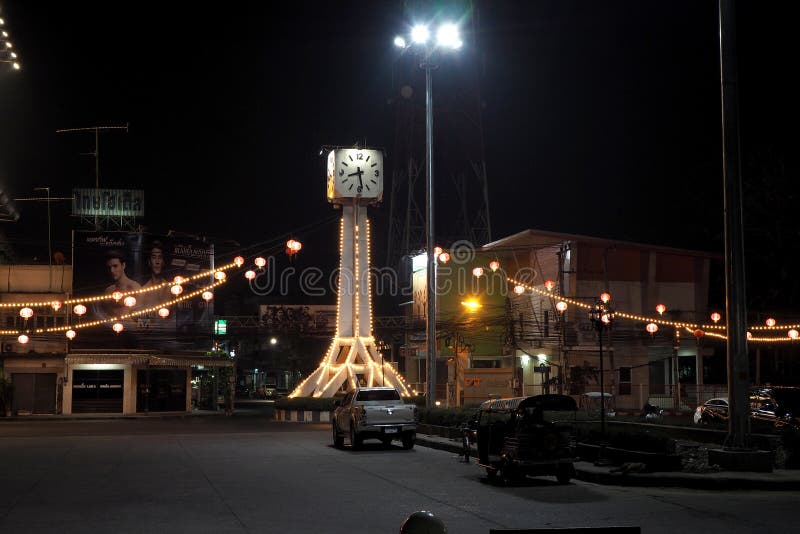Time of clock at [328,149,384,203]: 8:28
